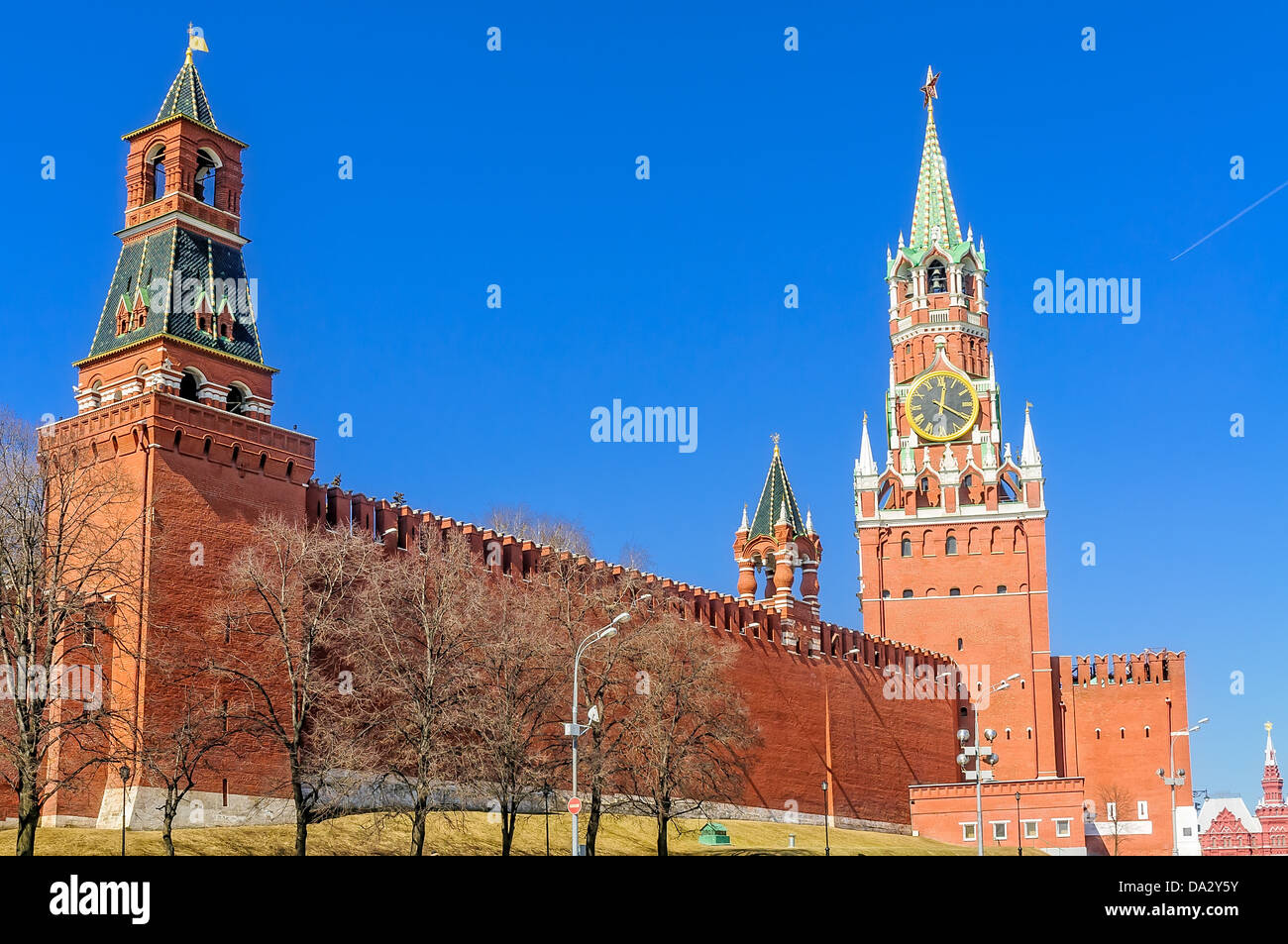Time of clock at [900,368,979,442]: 12:20
